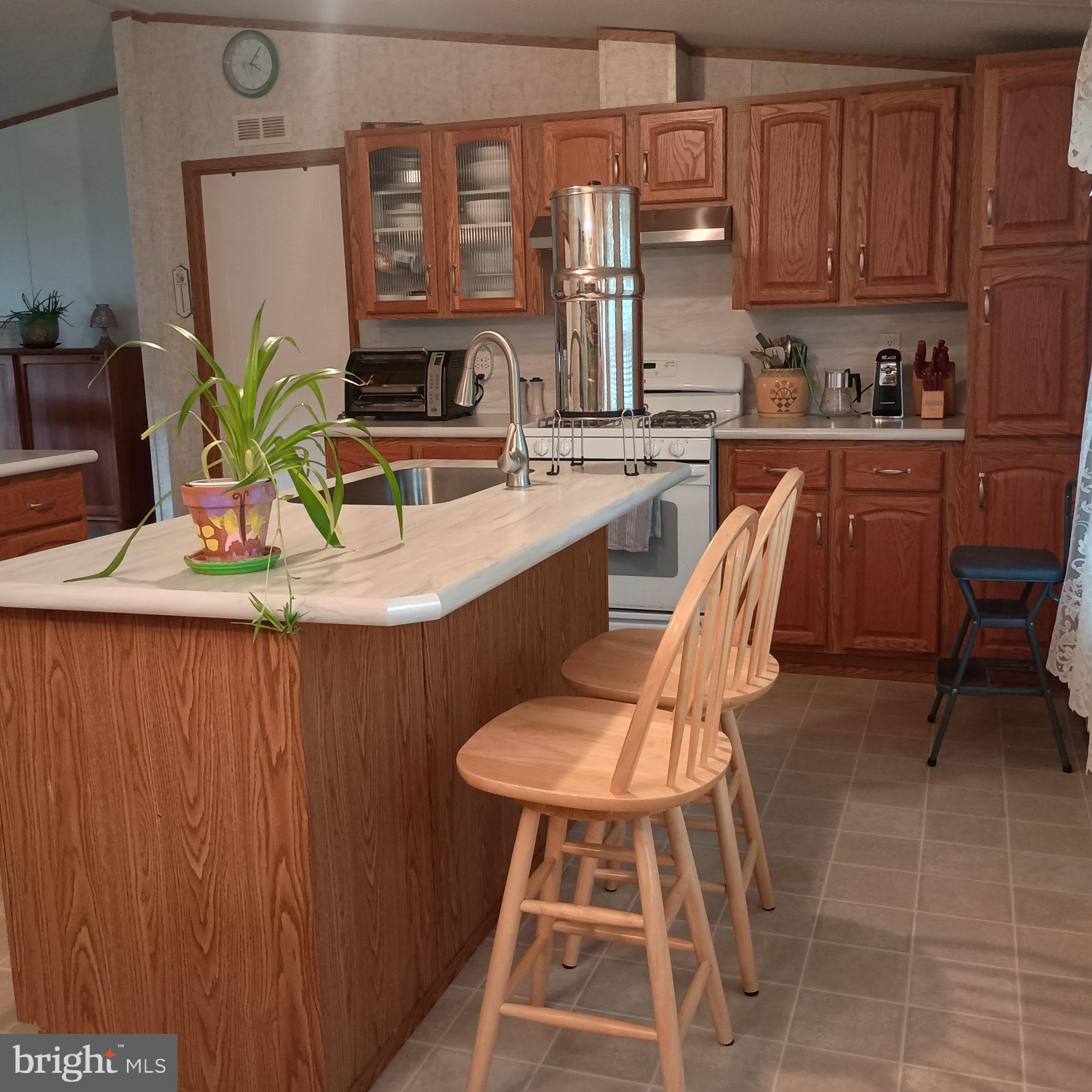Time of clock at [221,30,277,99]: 4:06
